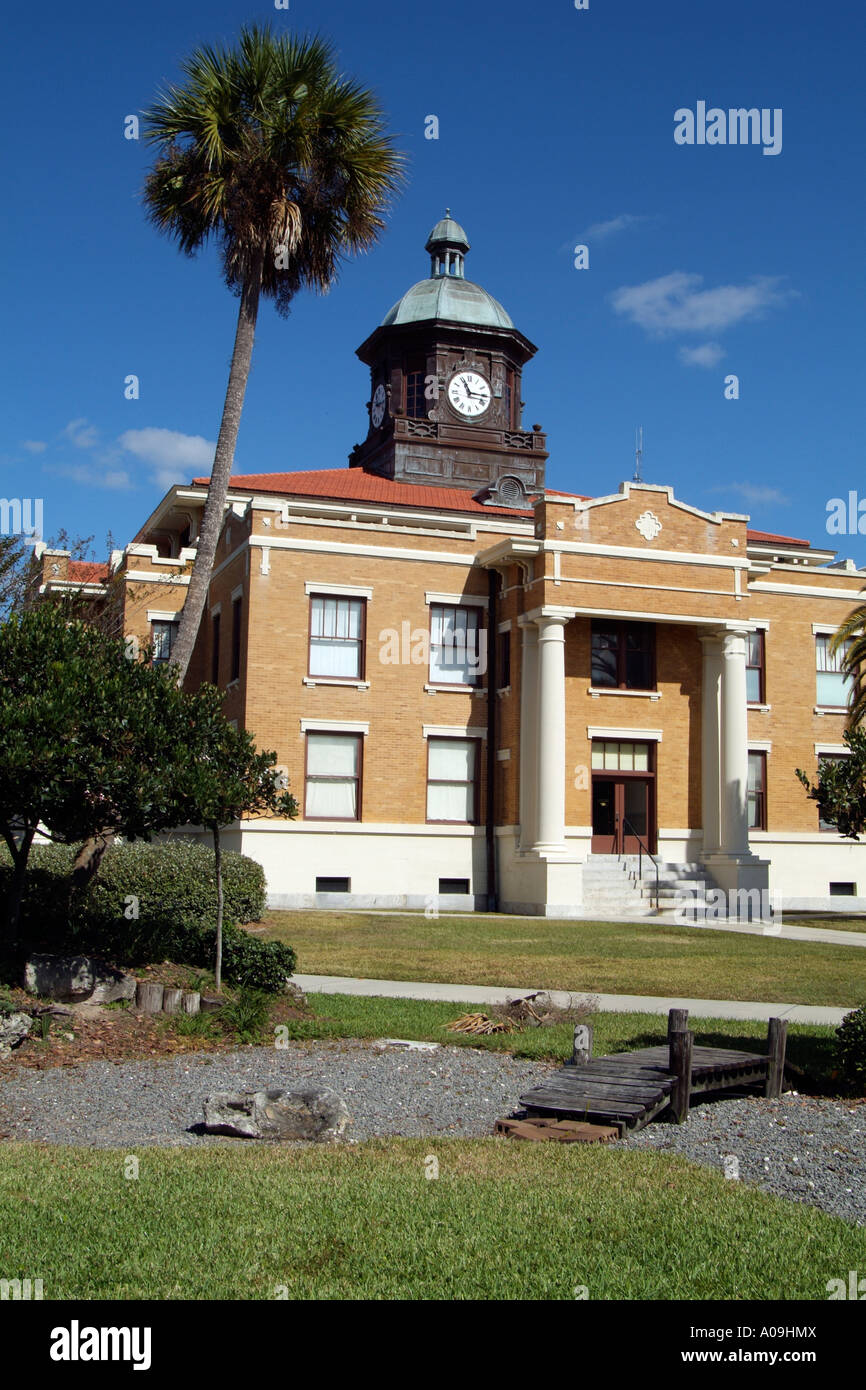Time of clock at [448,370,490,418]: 11:15
